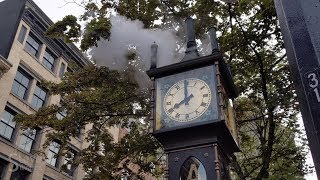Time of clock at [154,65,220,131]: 7:59
